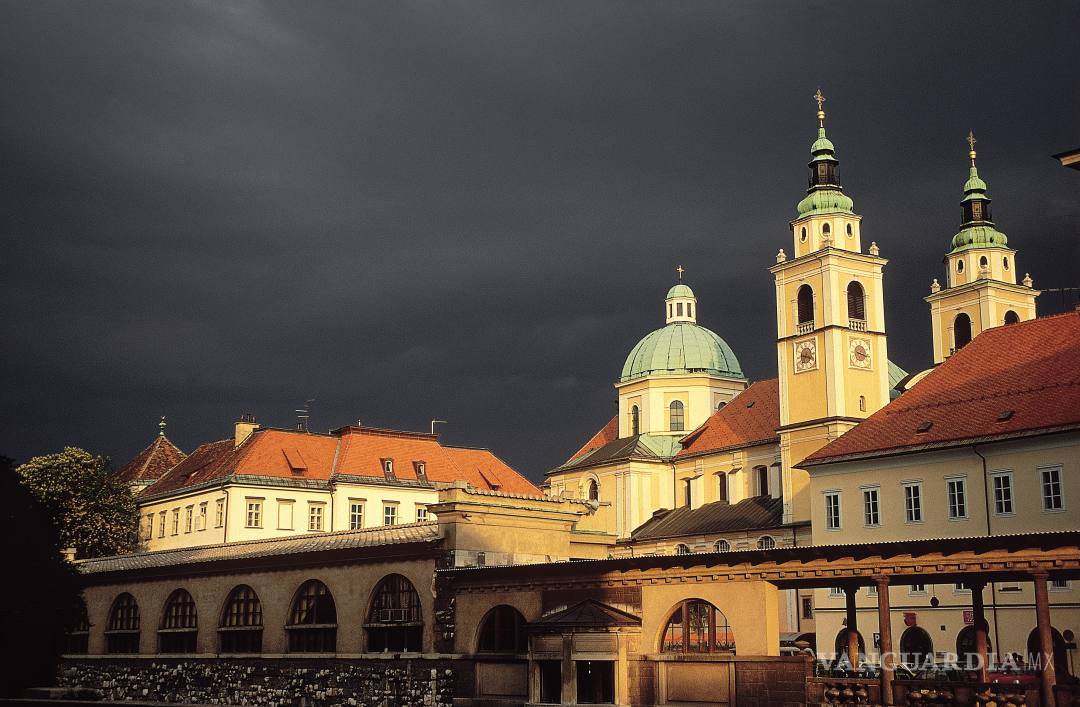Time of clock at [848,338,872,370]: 3:16
